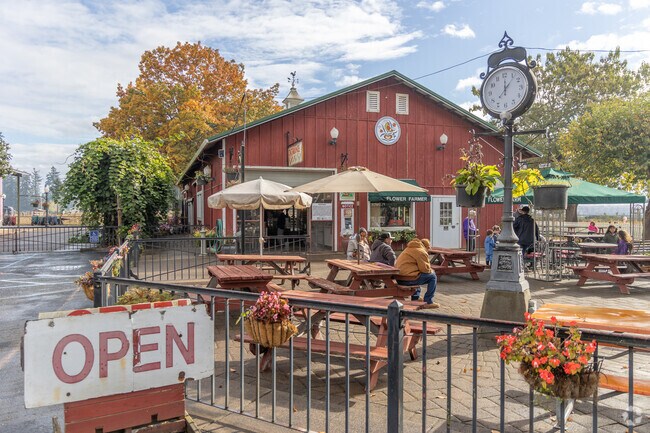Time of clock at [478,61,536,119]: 12:06
